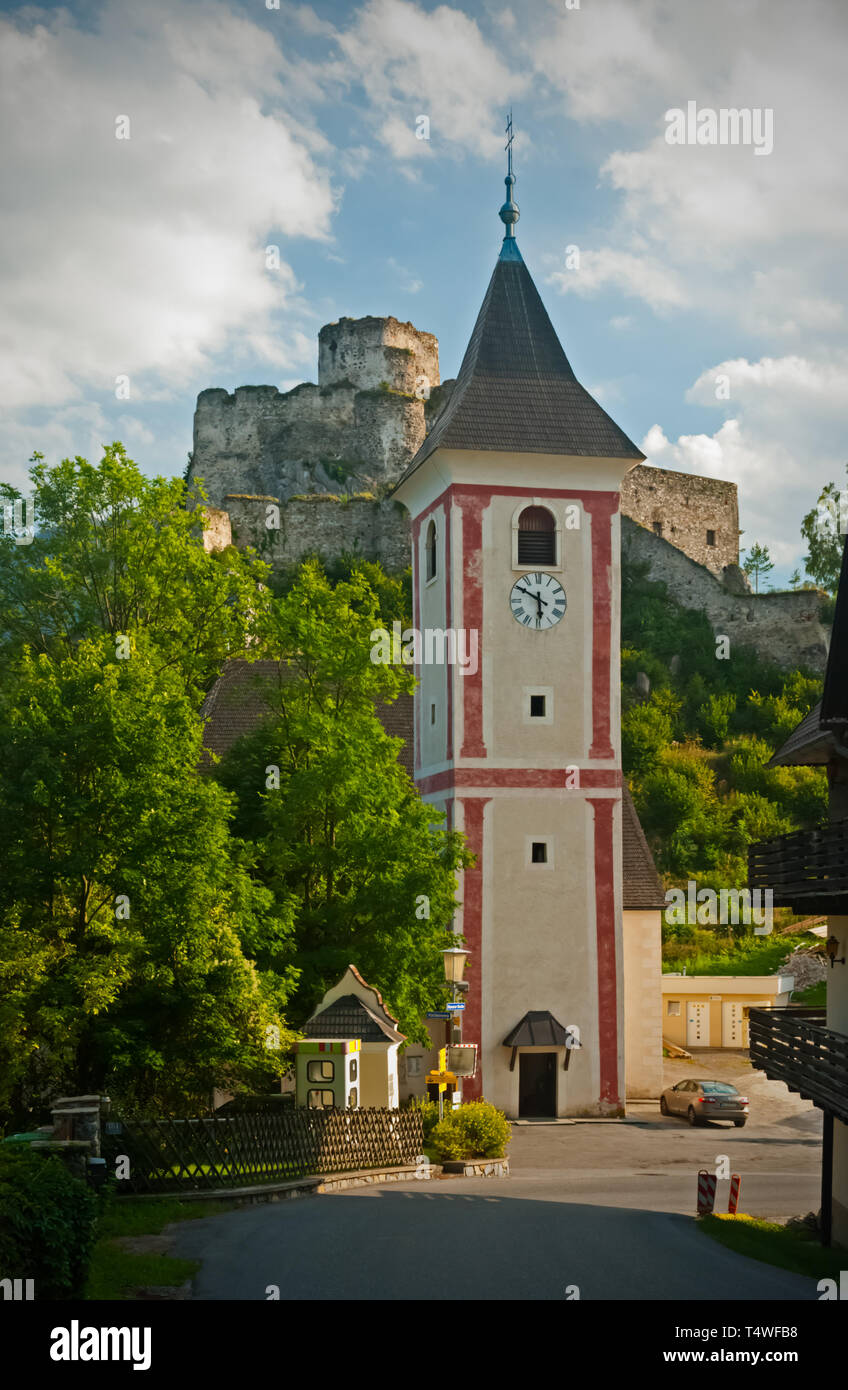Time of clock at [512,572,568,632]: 5:50
